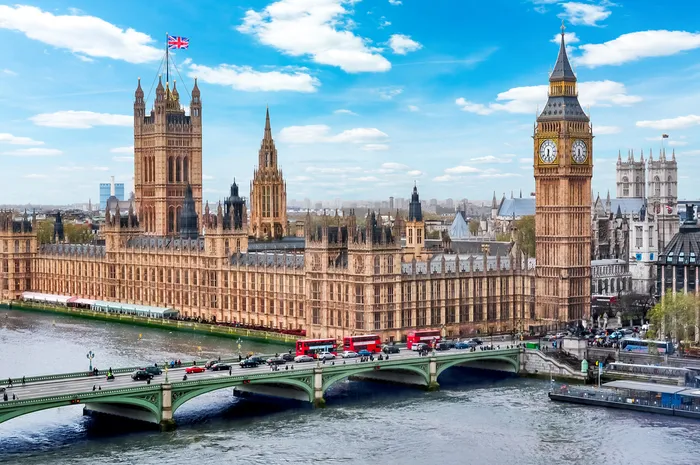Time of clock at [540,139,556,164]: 6:28
